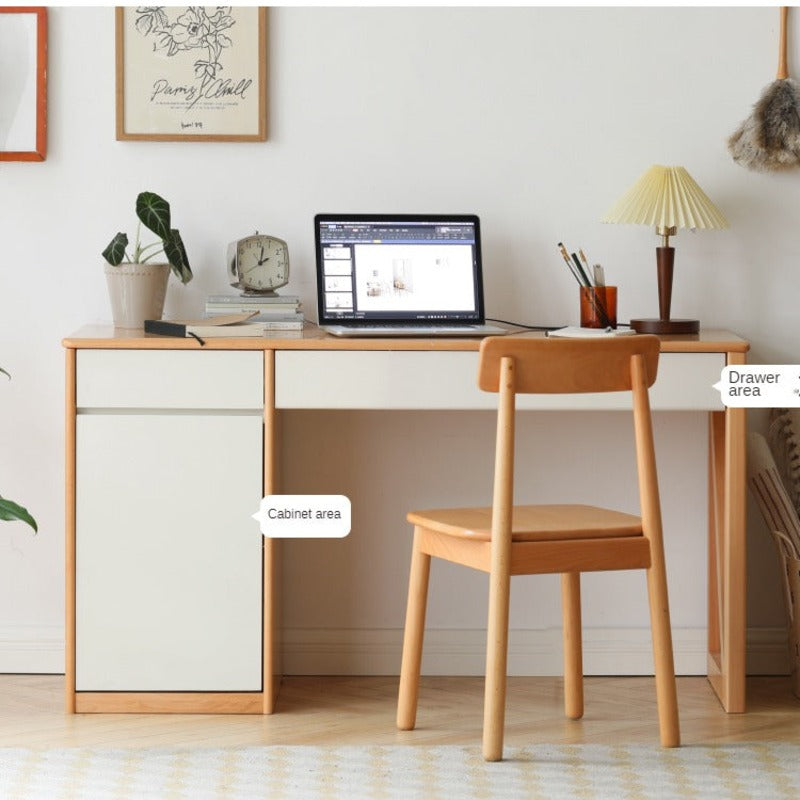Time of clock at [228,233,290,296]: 2:02
